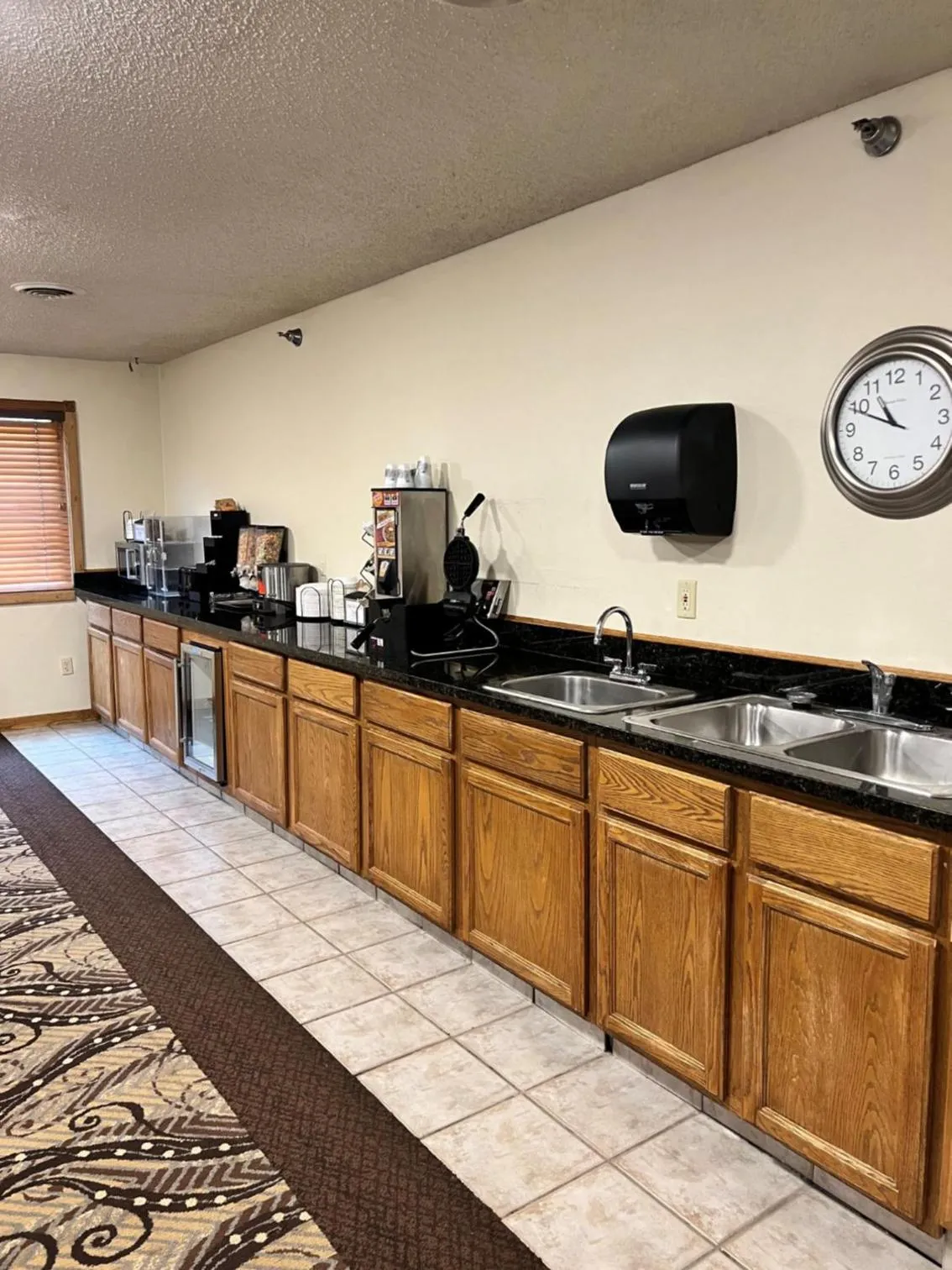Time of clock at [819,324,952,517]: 10:49
